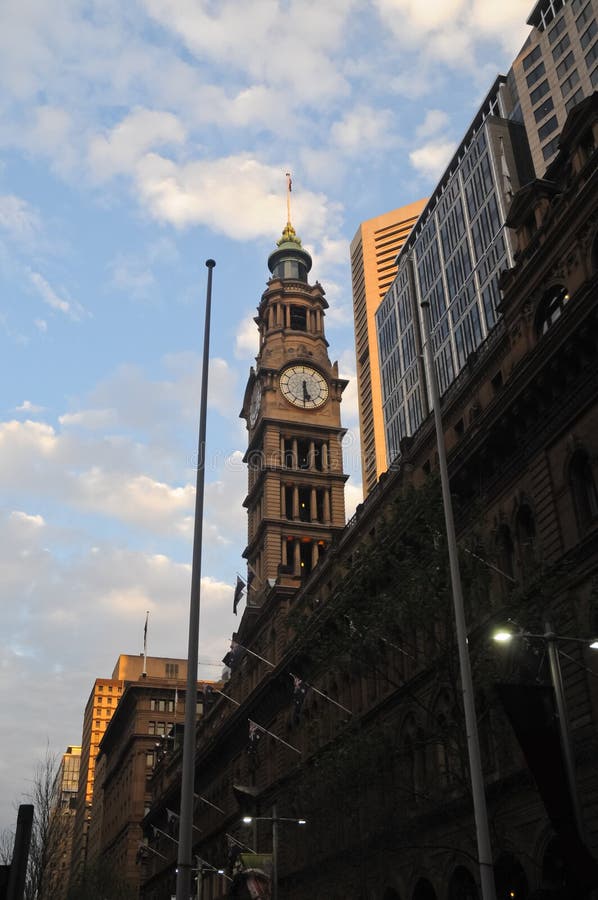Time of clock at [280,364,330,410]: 5:30
